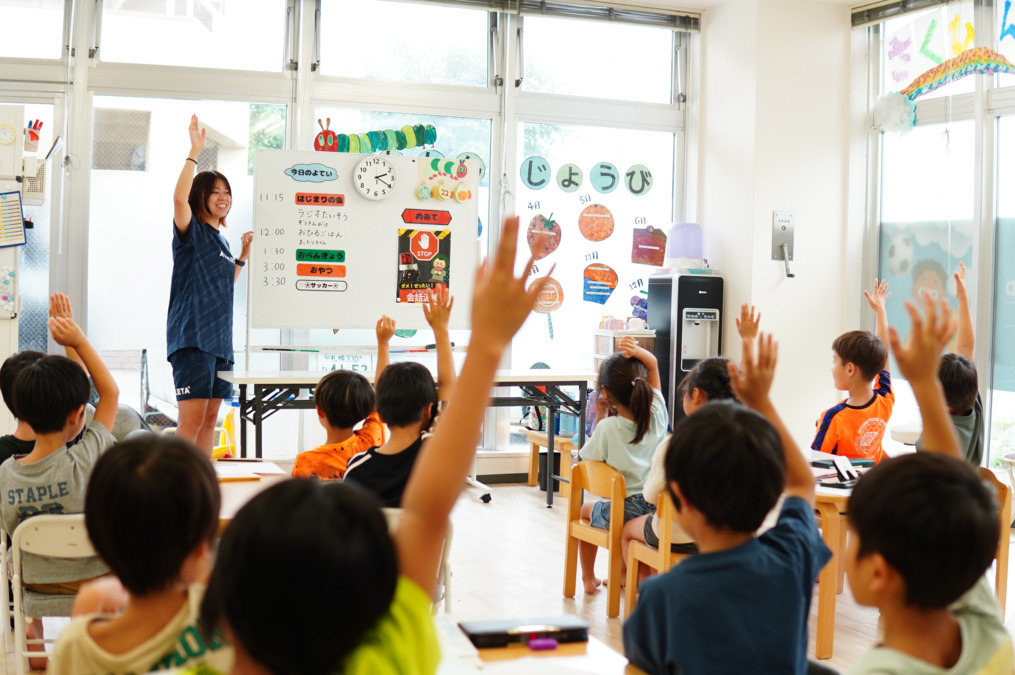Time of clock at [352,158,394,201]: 2:19
